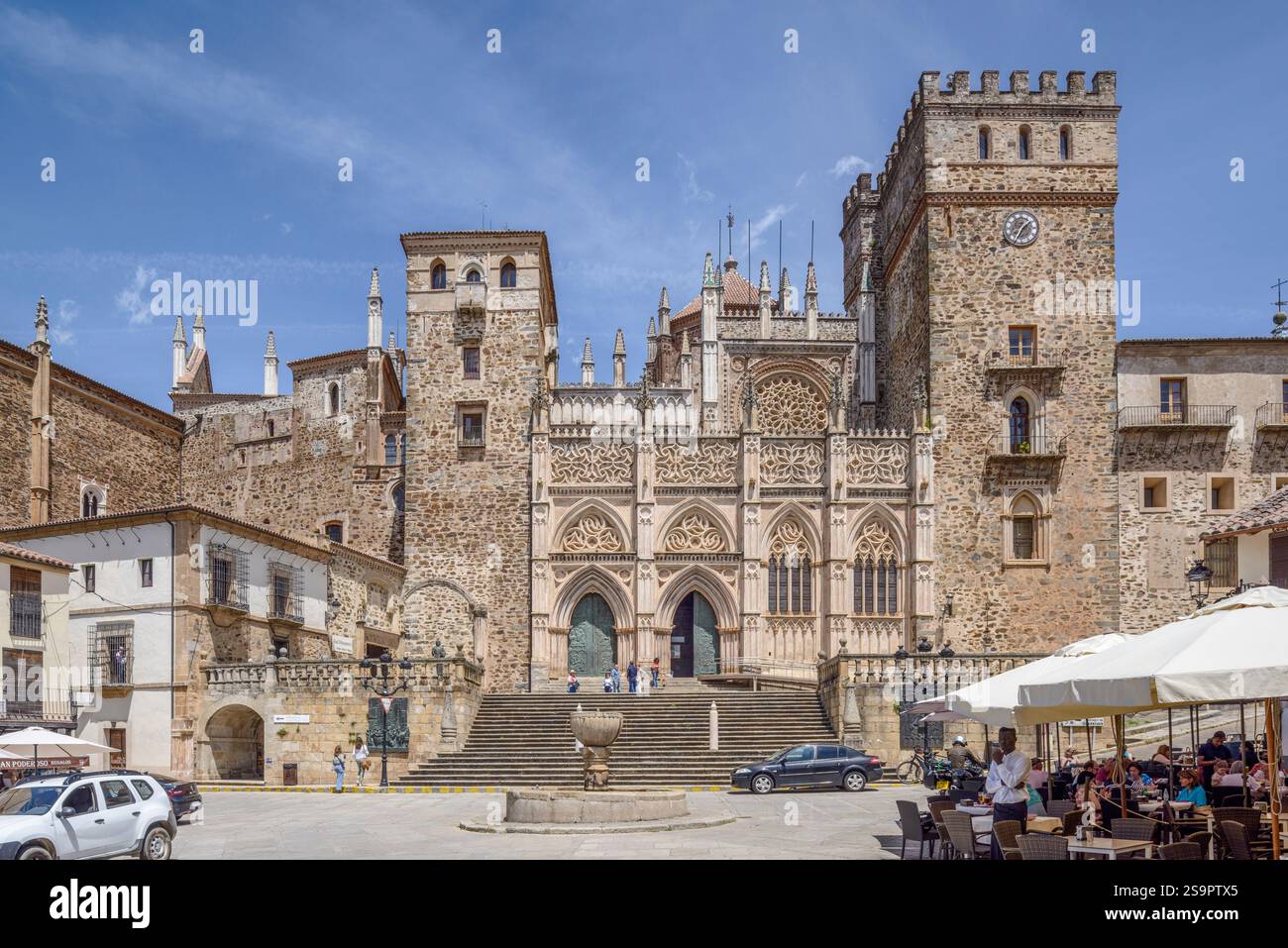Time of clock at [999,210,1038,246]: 1:34
